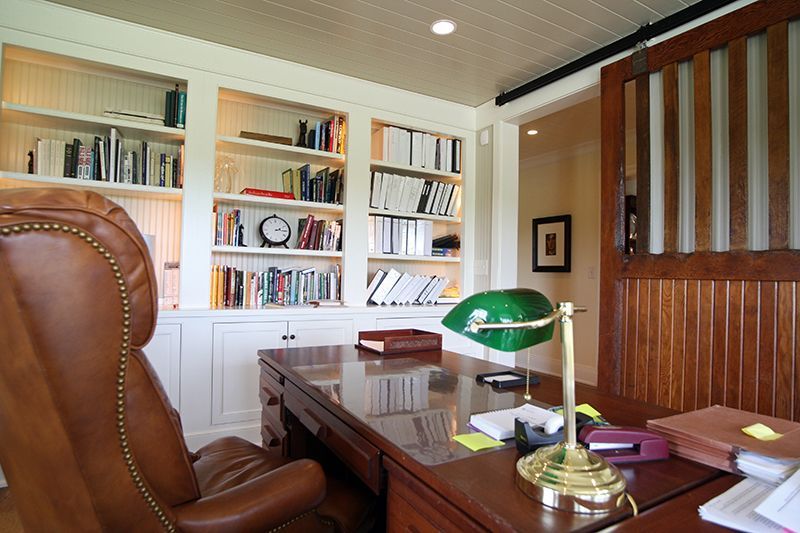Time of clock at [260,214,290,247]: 2:15
